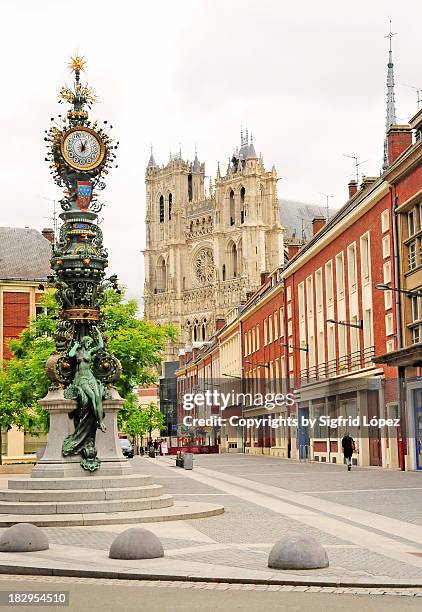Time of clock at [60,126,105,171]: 12:57
